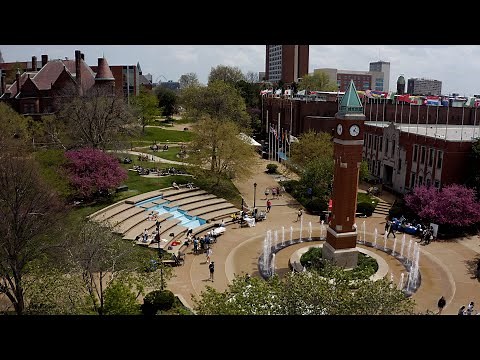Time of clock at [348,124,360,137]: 1:21
